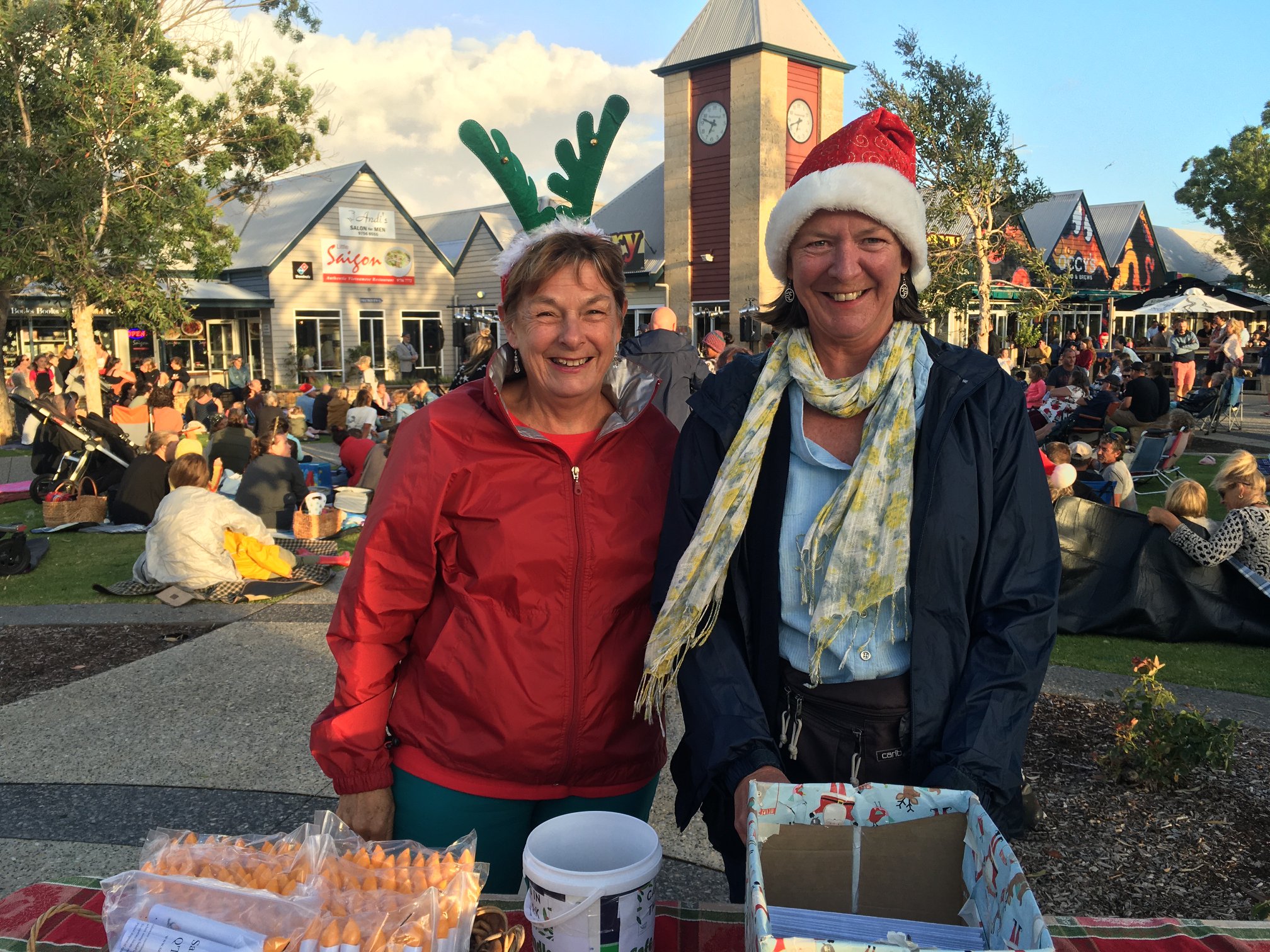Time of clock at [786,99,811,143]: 6:41
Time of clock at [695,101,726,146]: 6:47
